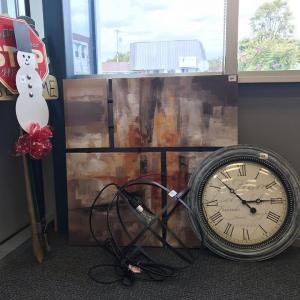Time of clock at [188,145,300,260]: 2:53
